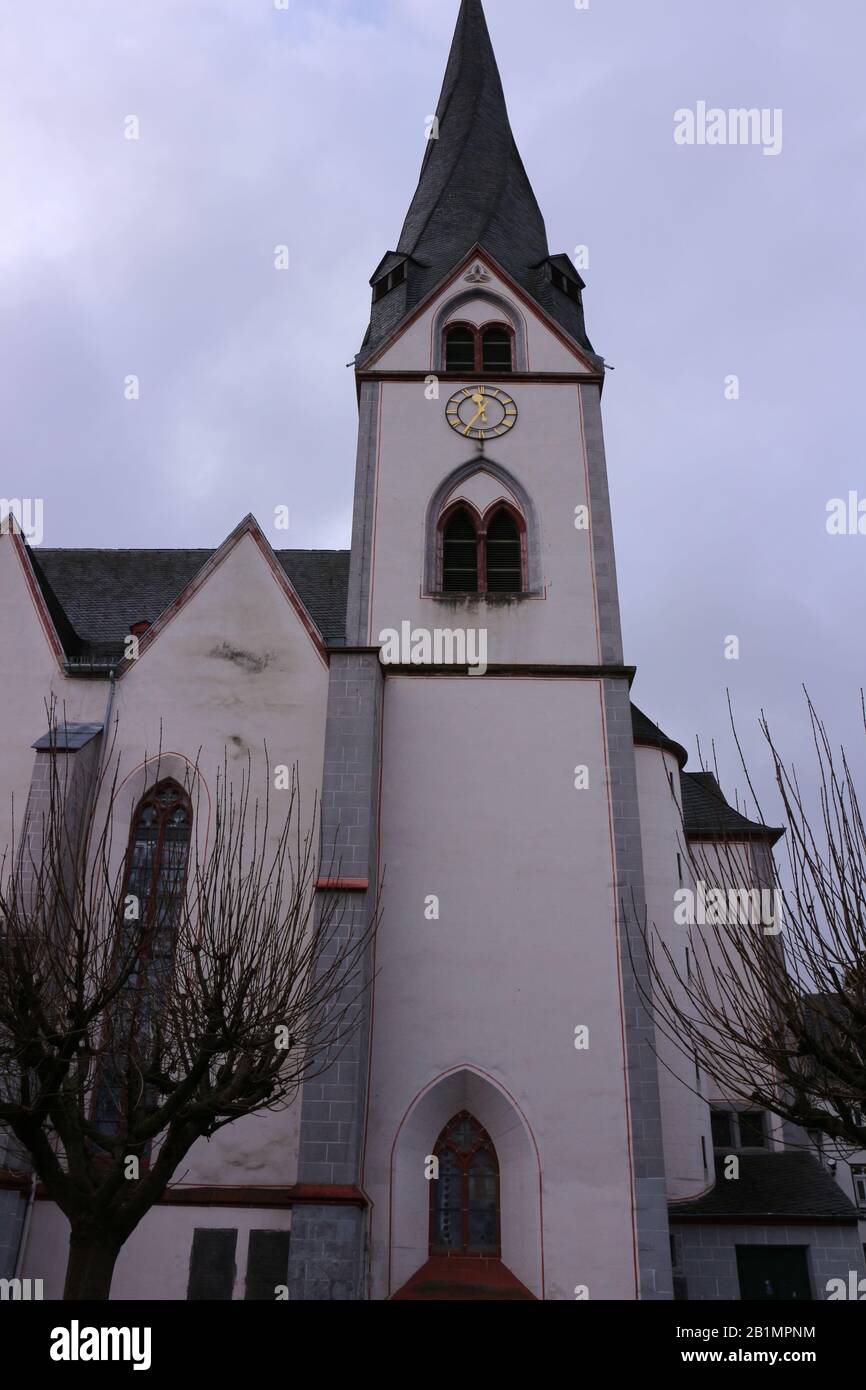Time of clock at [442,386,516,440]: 11:35
